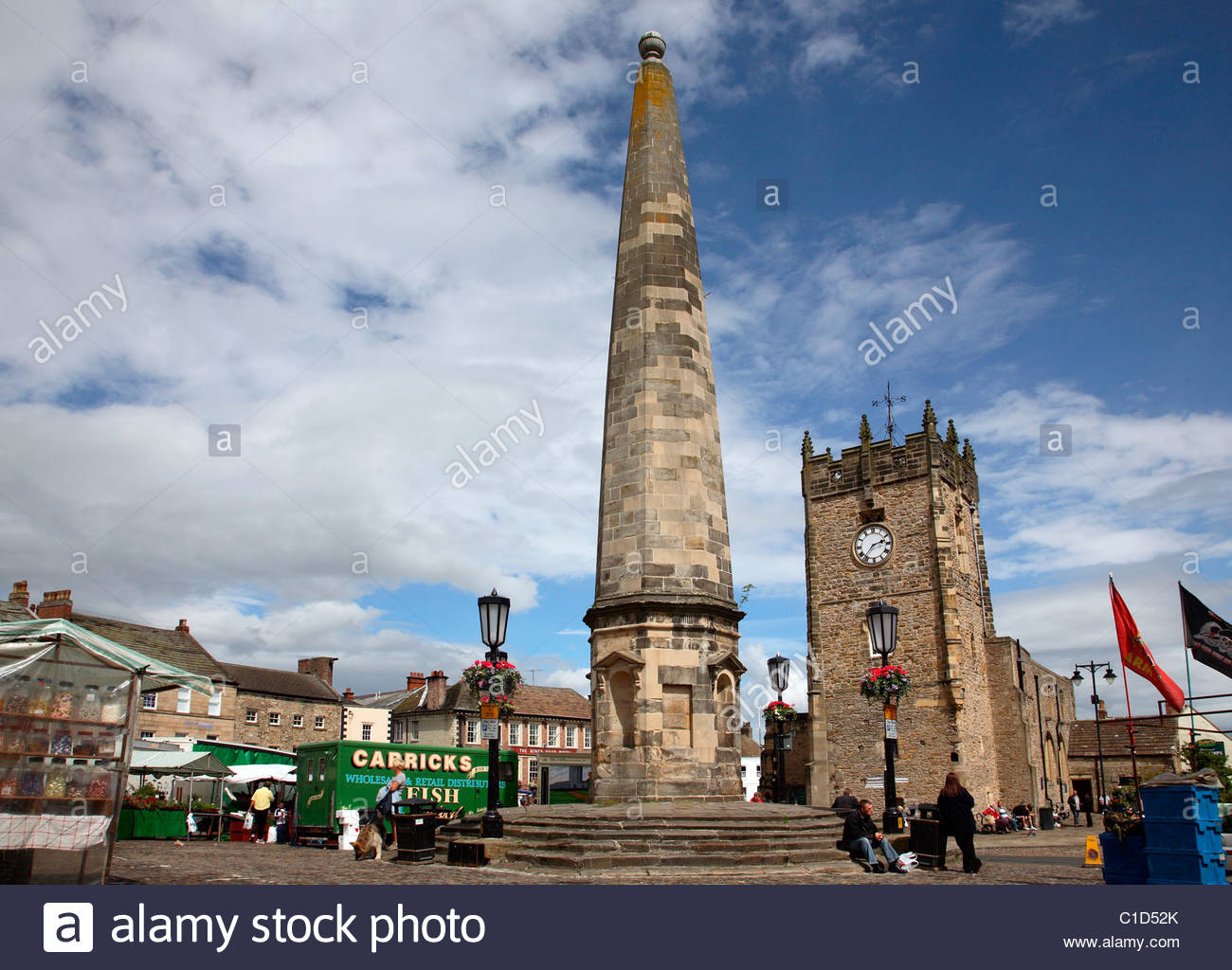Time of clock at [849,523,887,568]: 2:36
